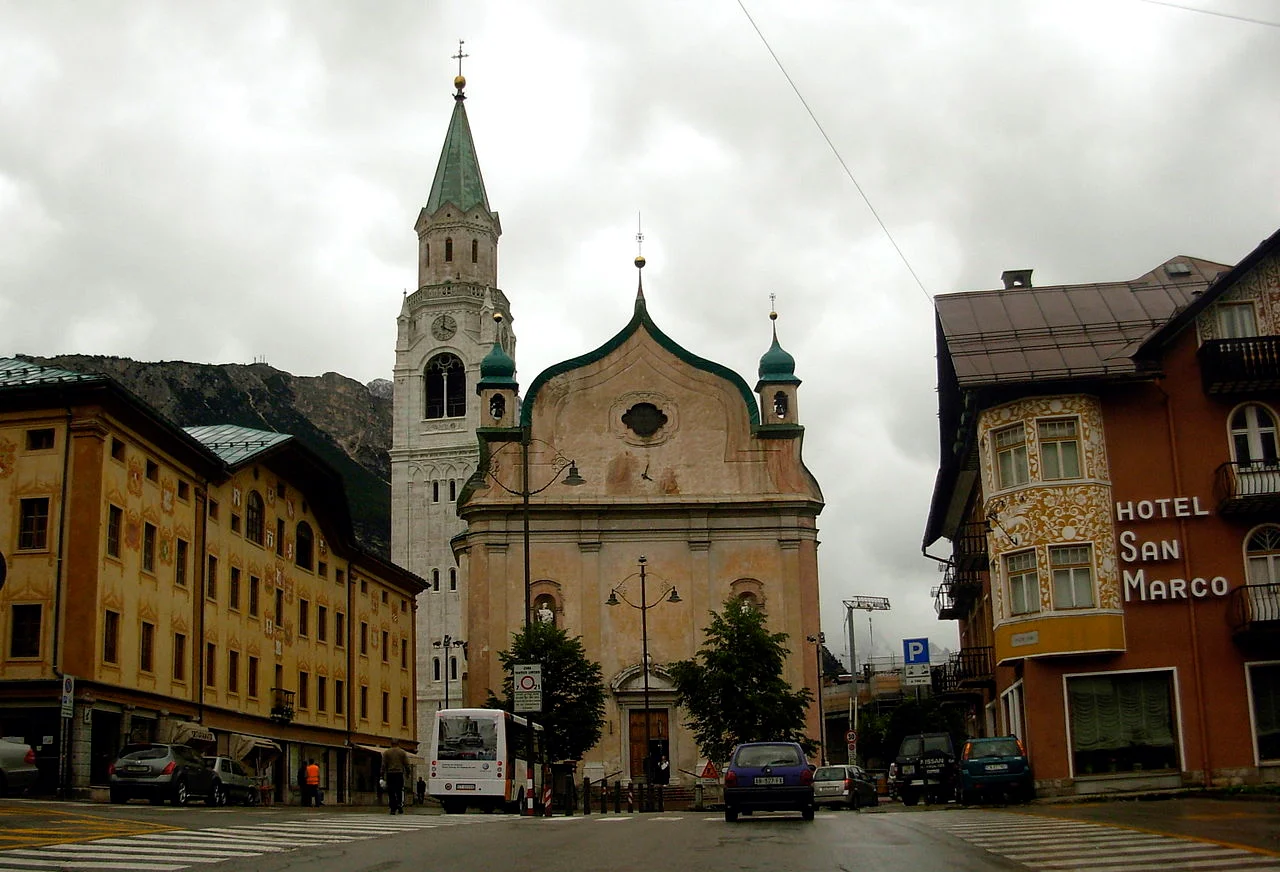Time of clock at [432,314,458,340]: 4:01
